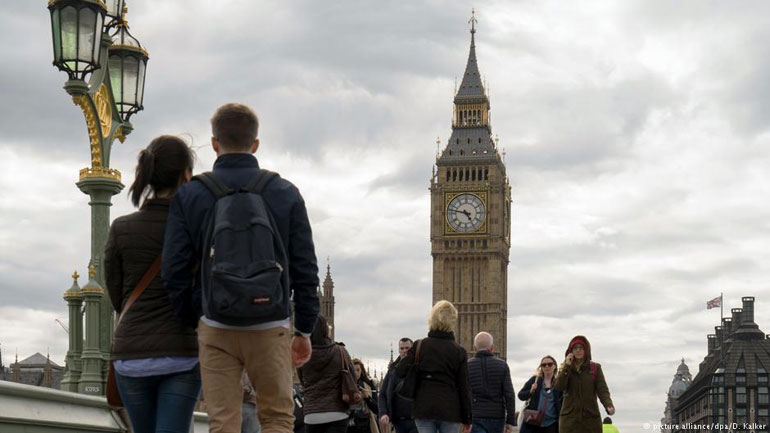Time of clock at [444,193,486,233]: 4:47
